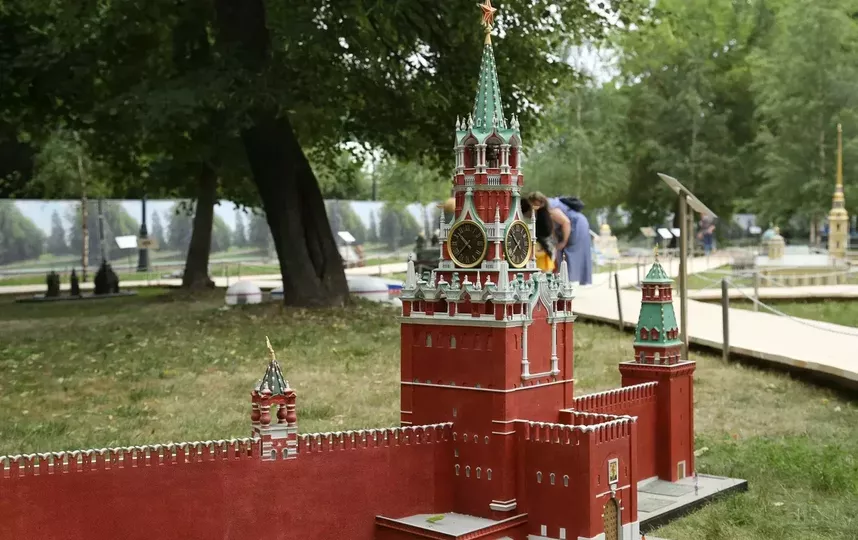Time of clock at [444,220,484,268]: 10:37
